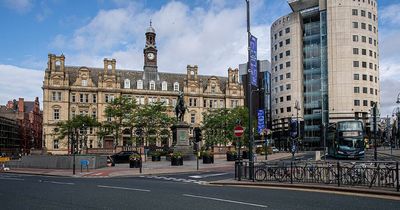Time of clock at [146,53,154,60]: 11:42
